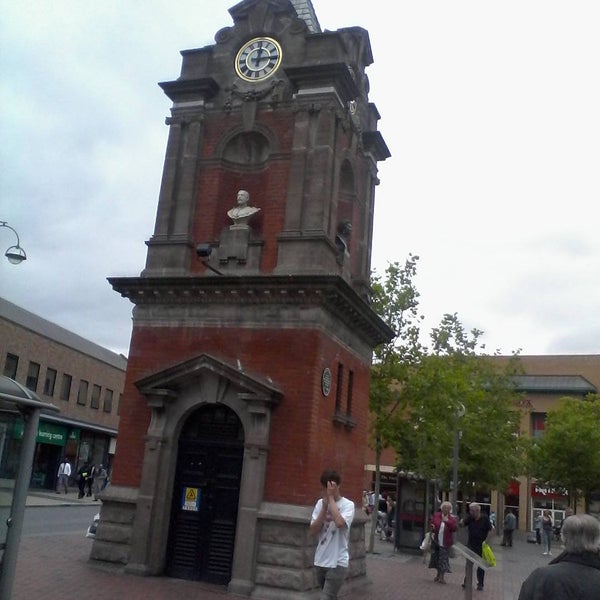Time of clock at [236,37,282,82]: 12:14
